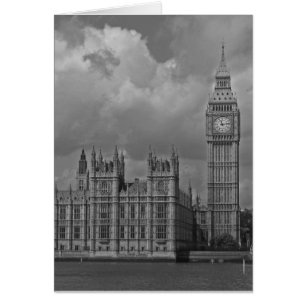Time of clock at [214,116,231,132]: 11:13
